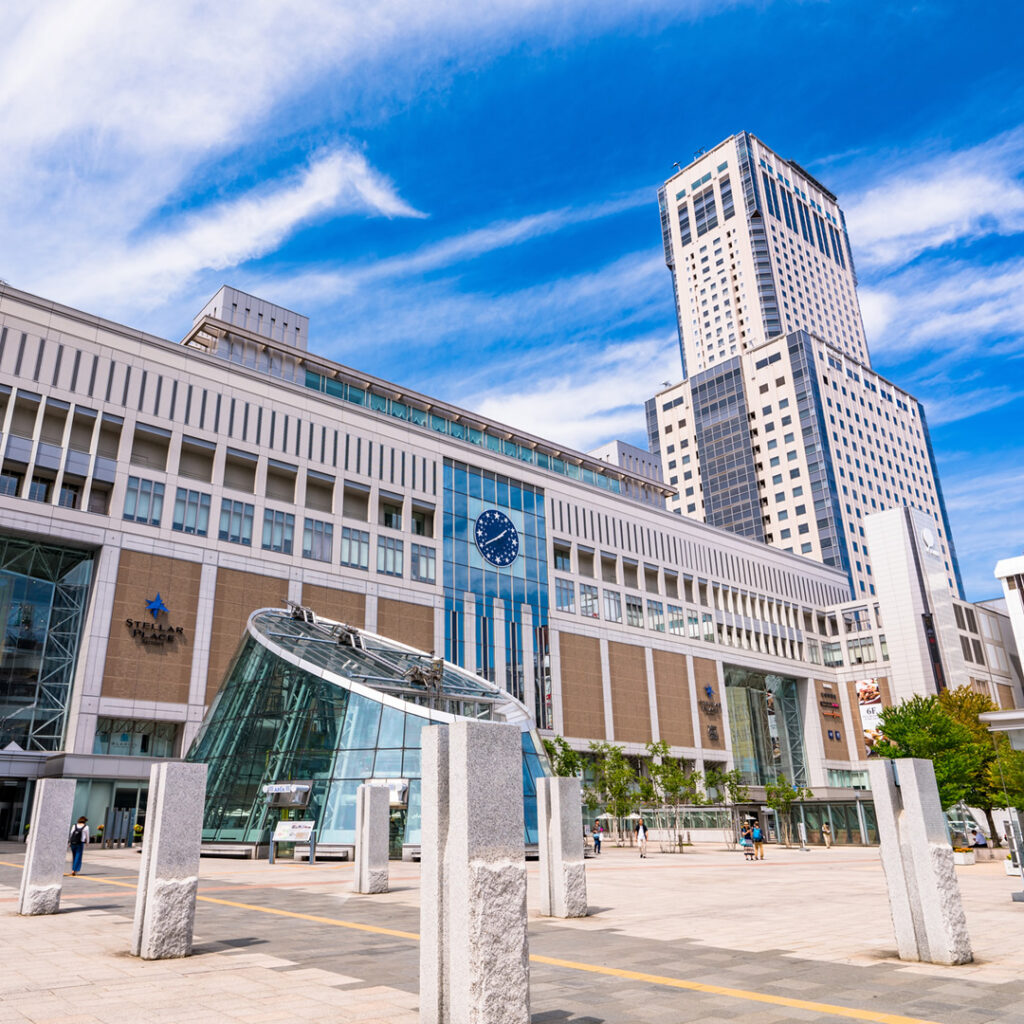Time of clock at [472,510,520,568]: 1:40
